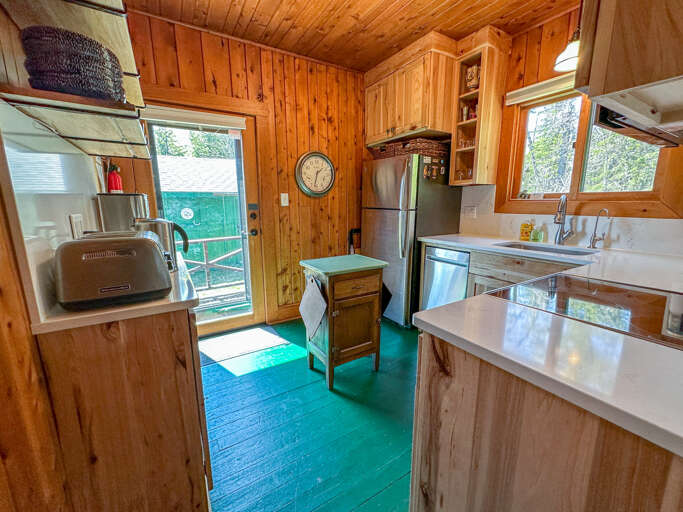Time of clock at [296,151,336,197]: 1:32
